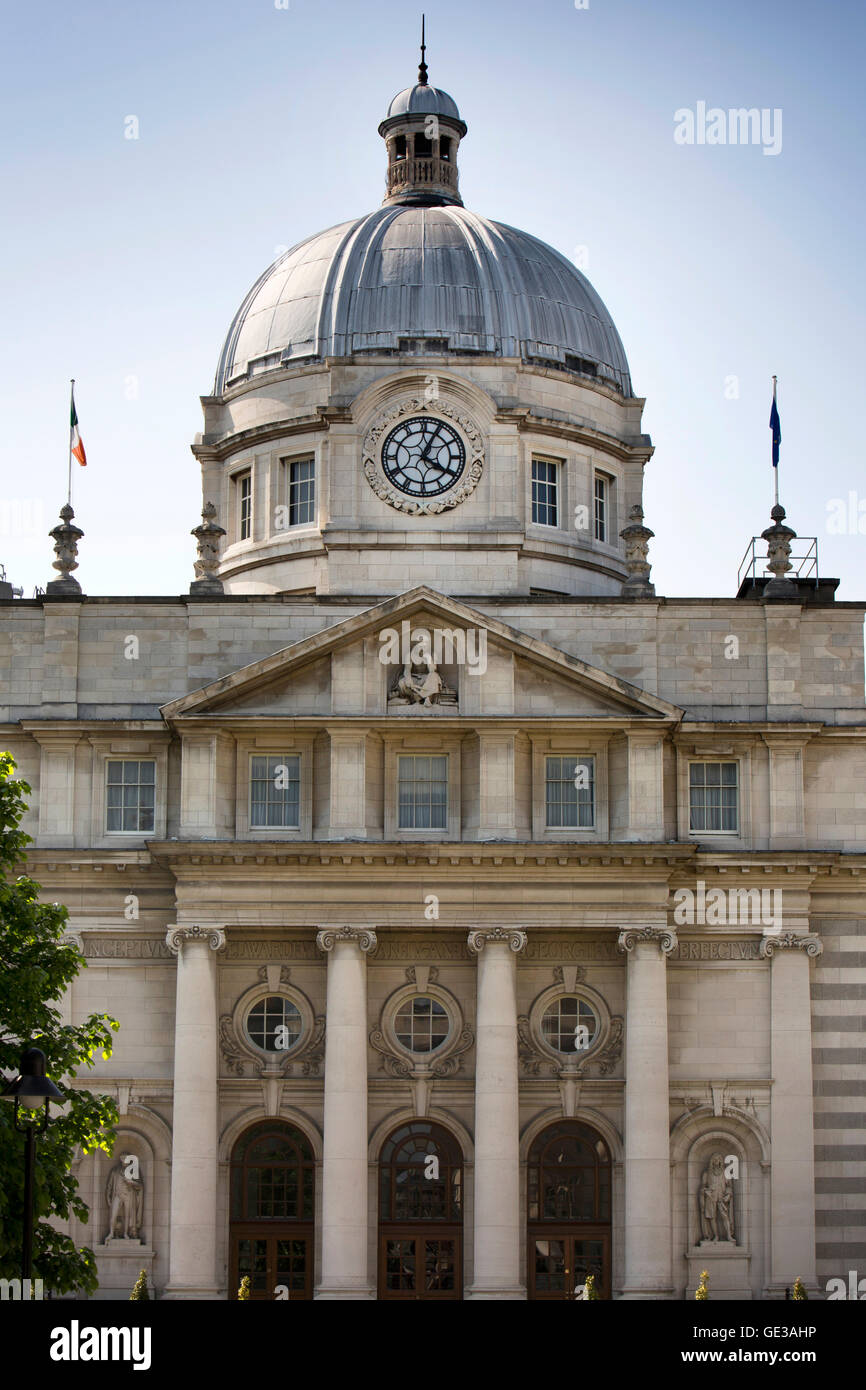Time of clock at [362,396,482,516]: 4:04
